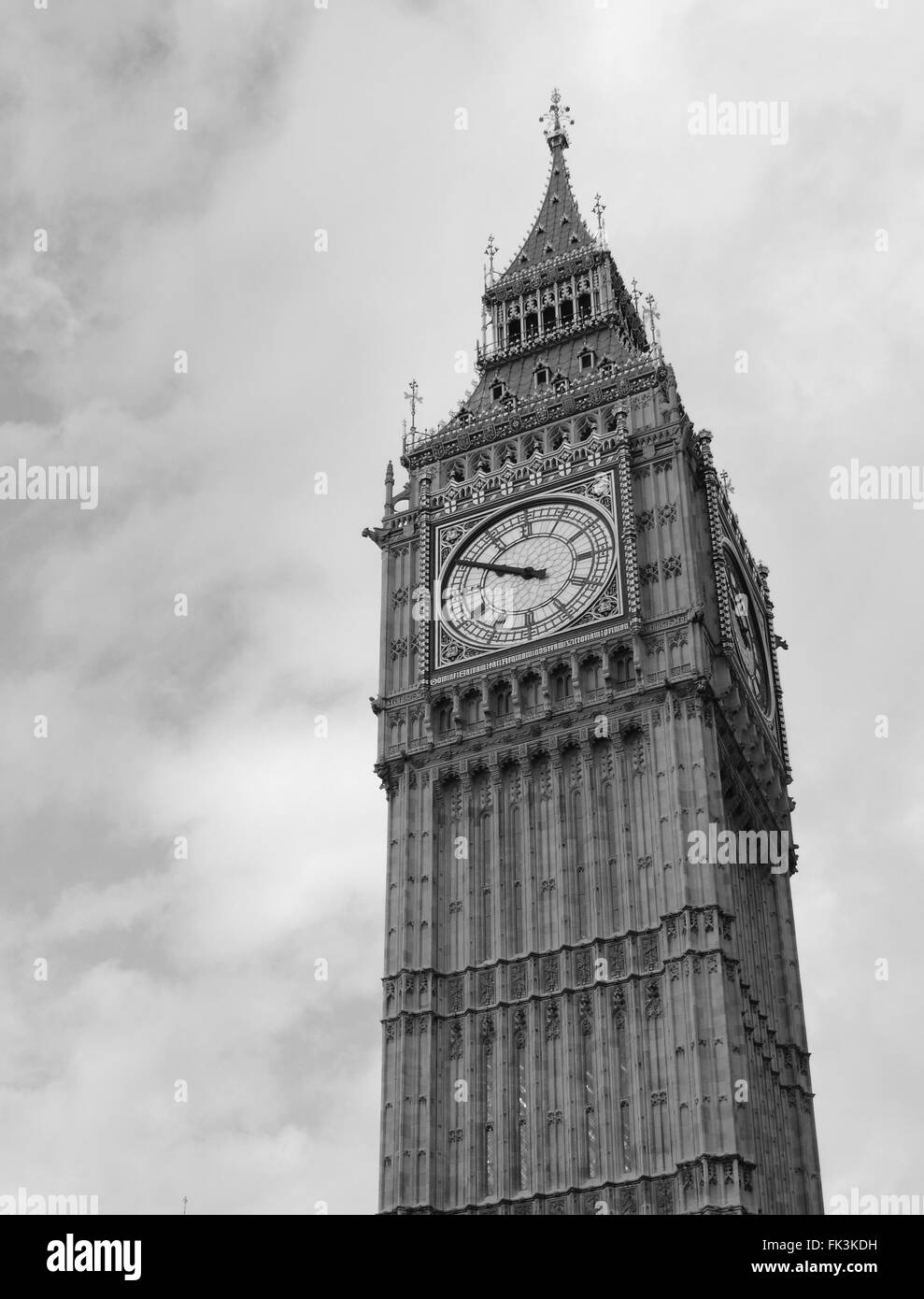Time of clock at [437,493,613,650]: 9:50
